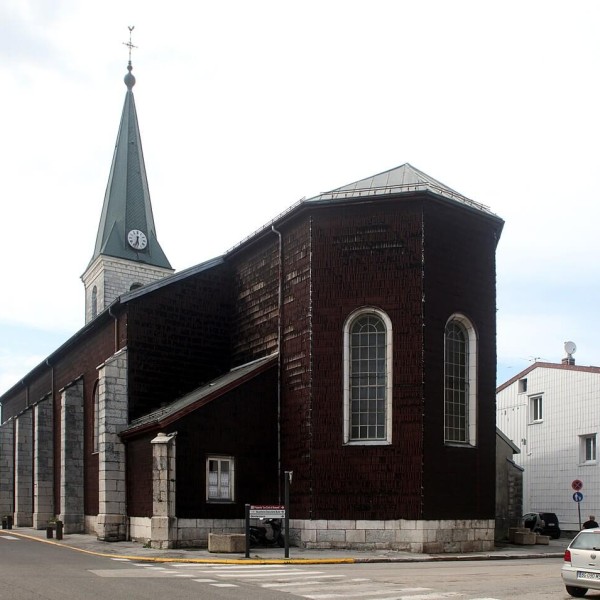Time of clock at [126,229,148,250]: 5:32
